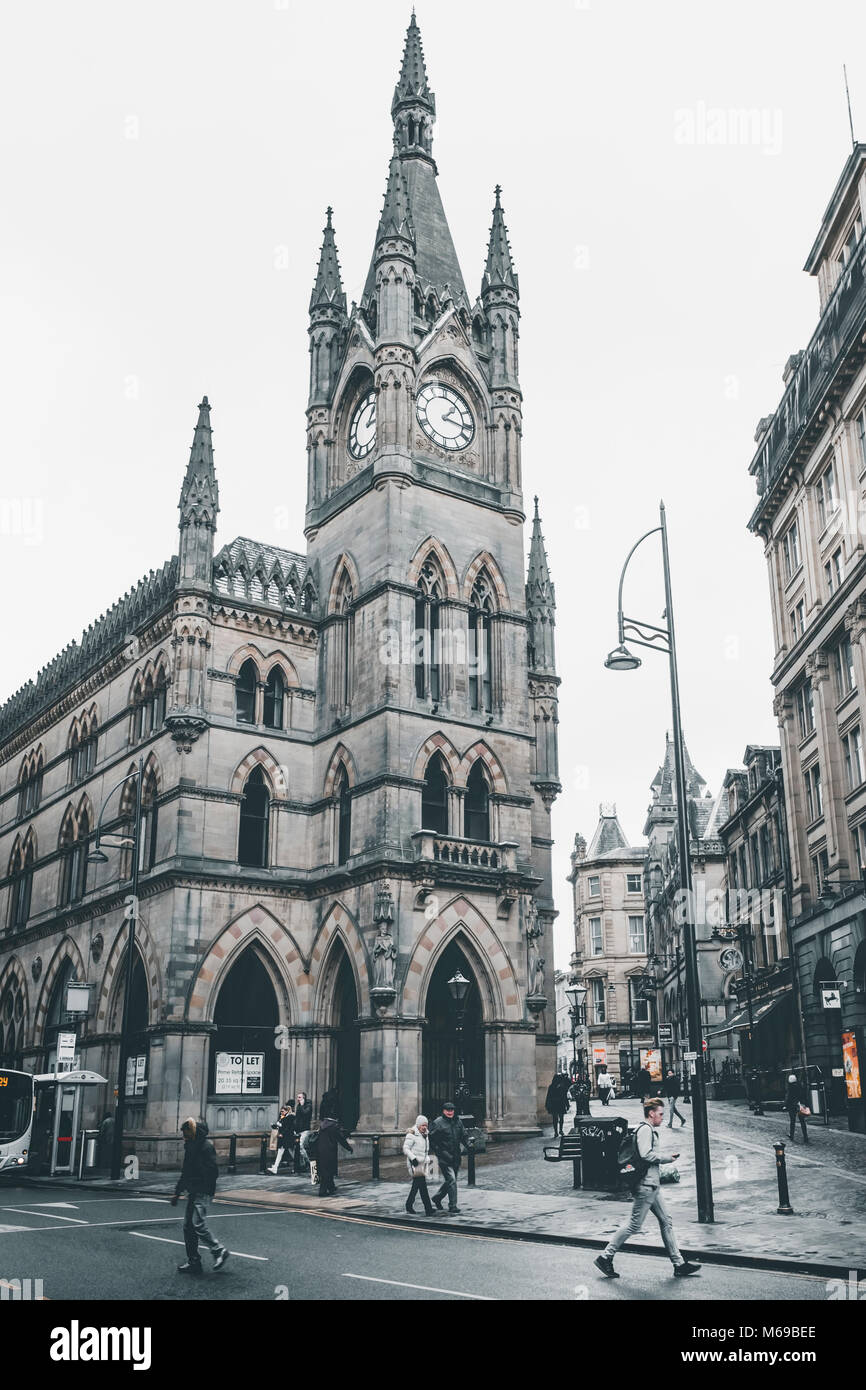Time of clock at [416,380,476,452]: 1:16
